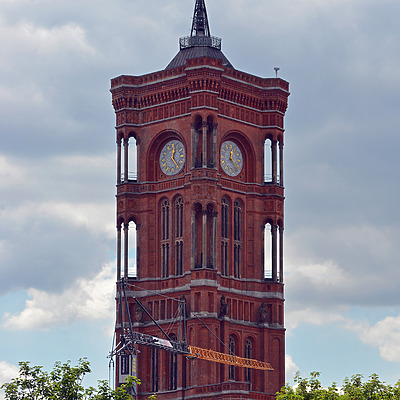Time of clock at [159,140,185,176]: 12:23
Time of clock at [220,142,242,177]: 12:22
